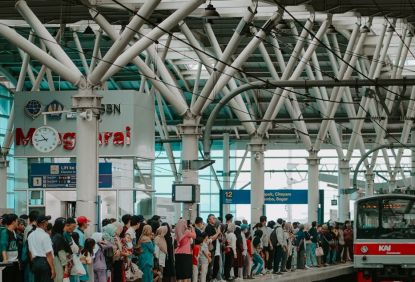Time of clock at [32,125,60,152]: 10:43
